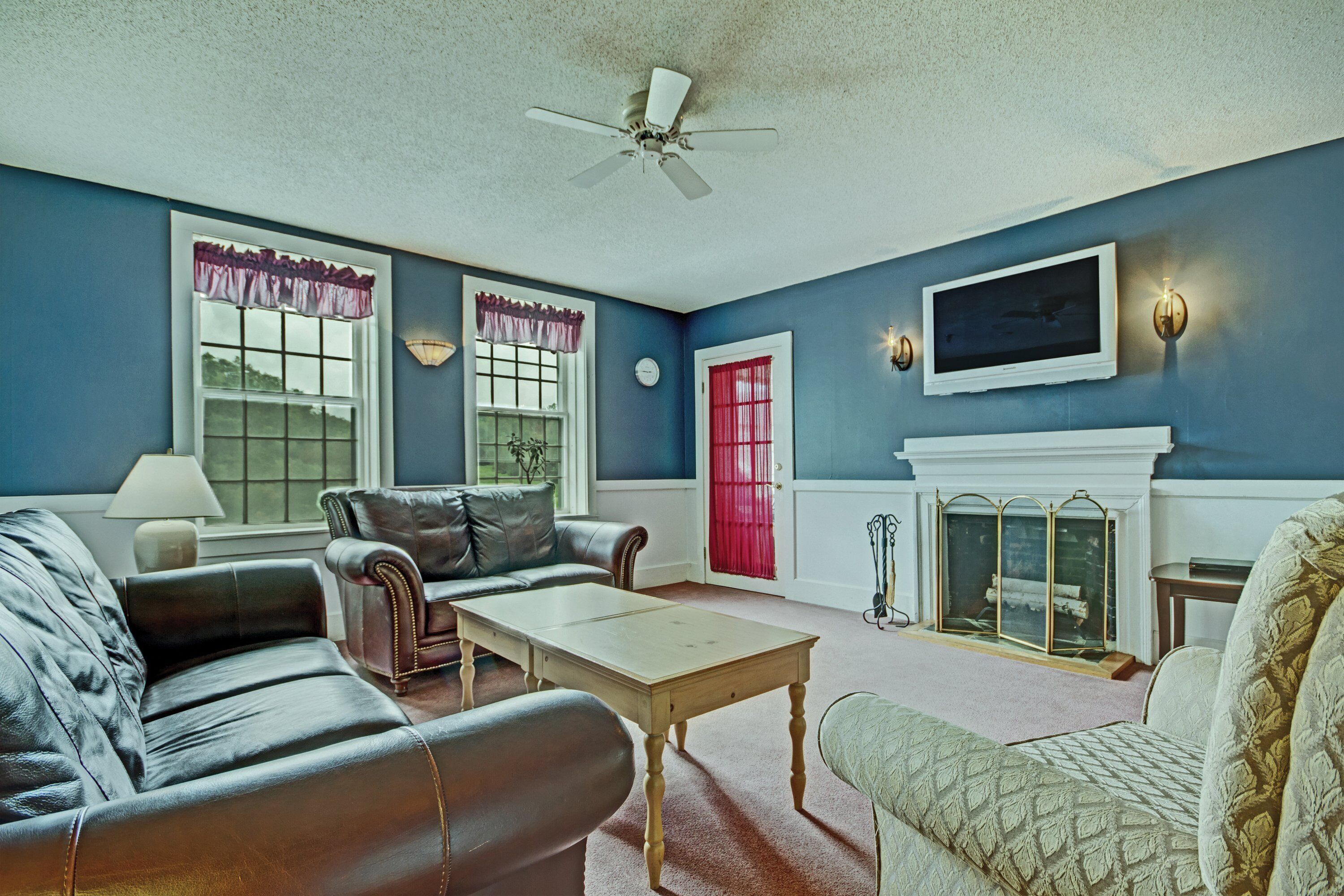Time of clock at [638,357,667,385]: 2:46
